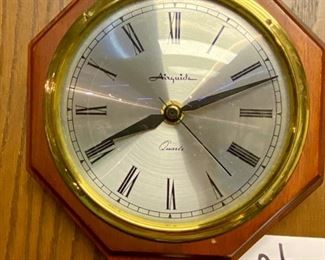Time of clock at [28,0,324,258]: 8:11
